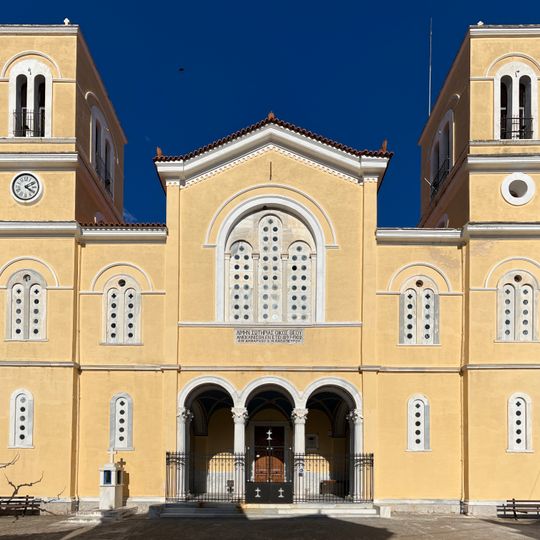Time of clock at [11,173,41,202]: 4:10
